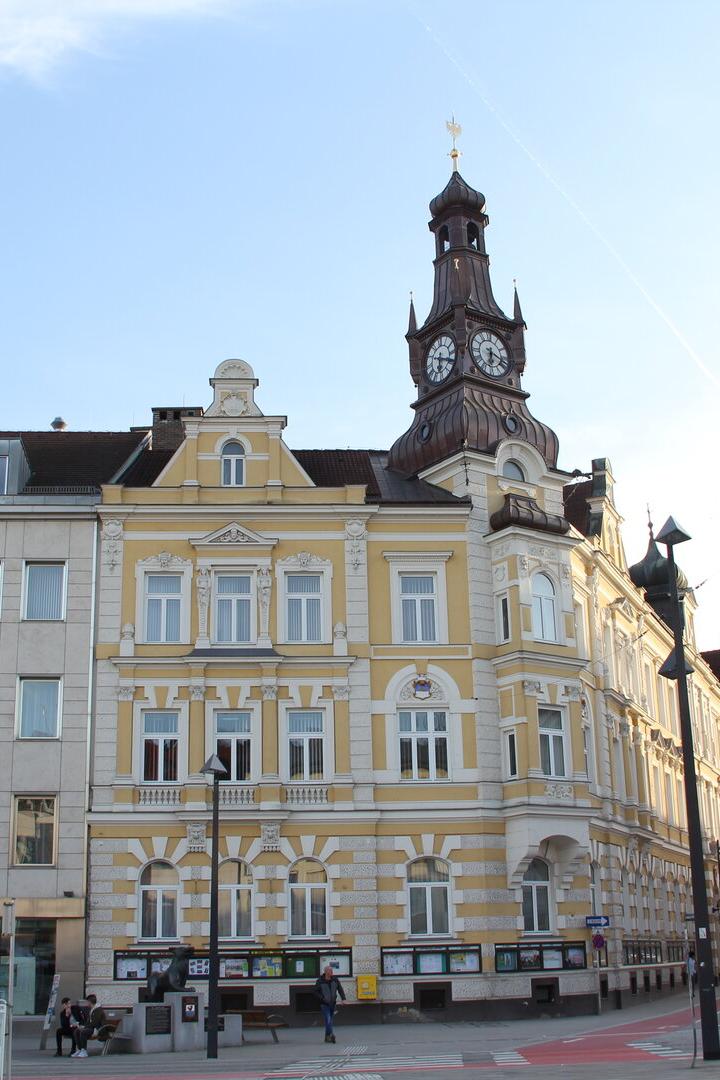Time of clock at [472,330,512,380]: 6:18
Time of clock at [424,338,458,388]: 6:18
